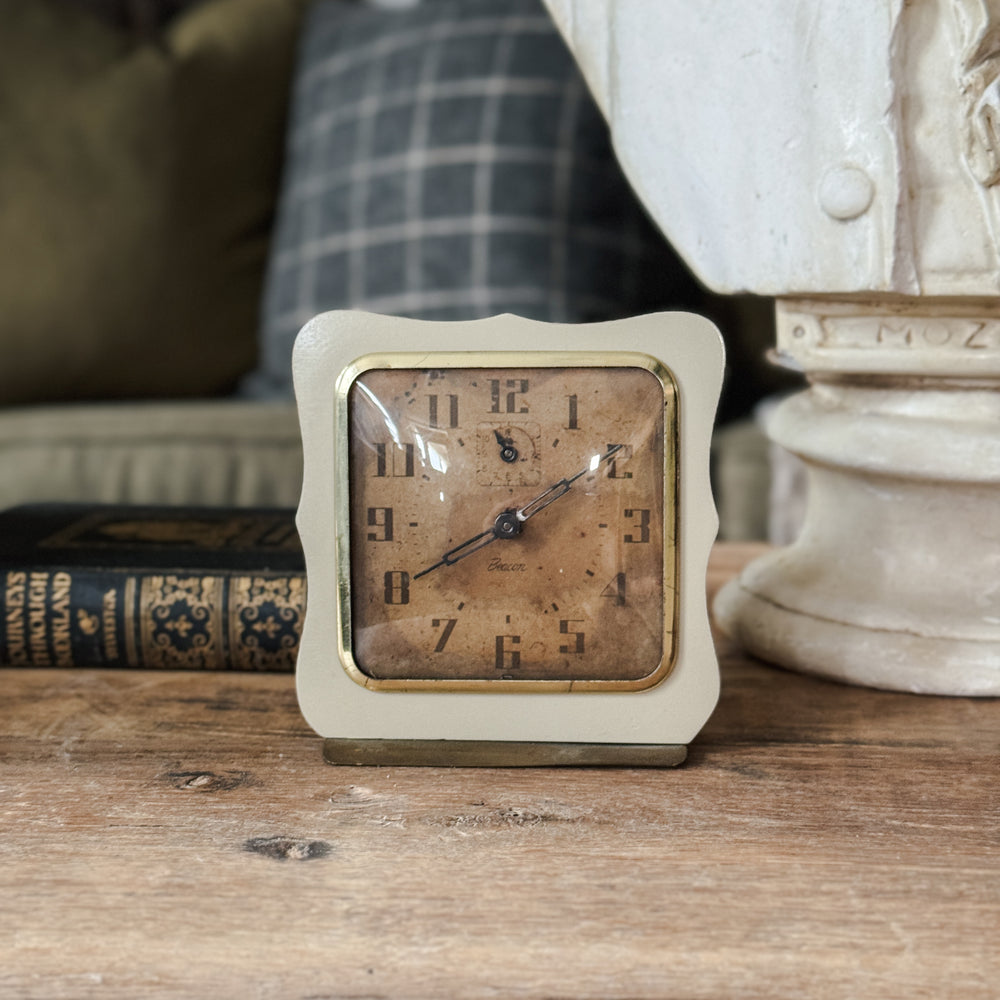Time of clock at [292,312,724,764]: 8:09
